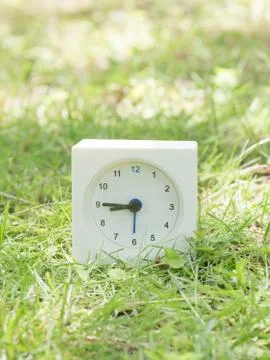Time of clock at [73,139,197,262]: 8:45
